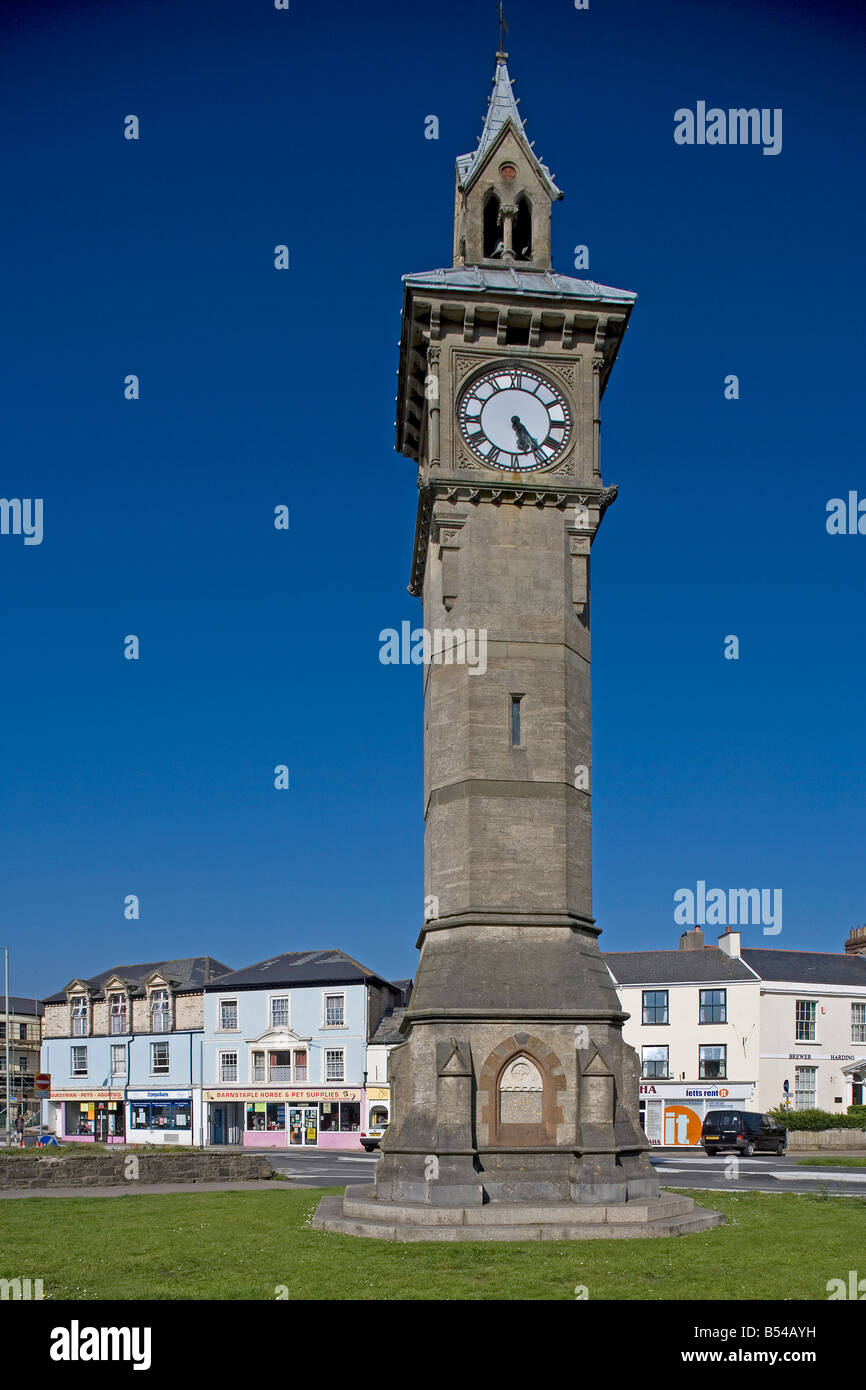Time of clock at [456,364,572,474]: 5:23
